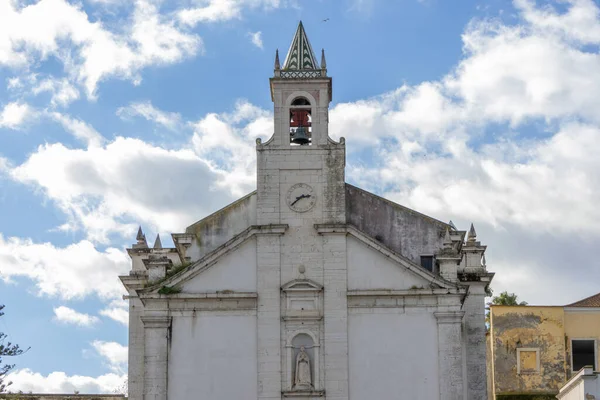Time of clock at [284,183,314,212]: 2:38
